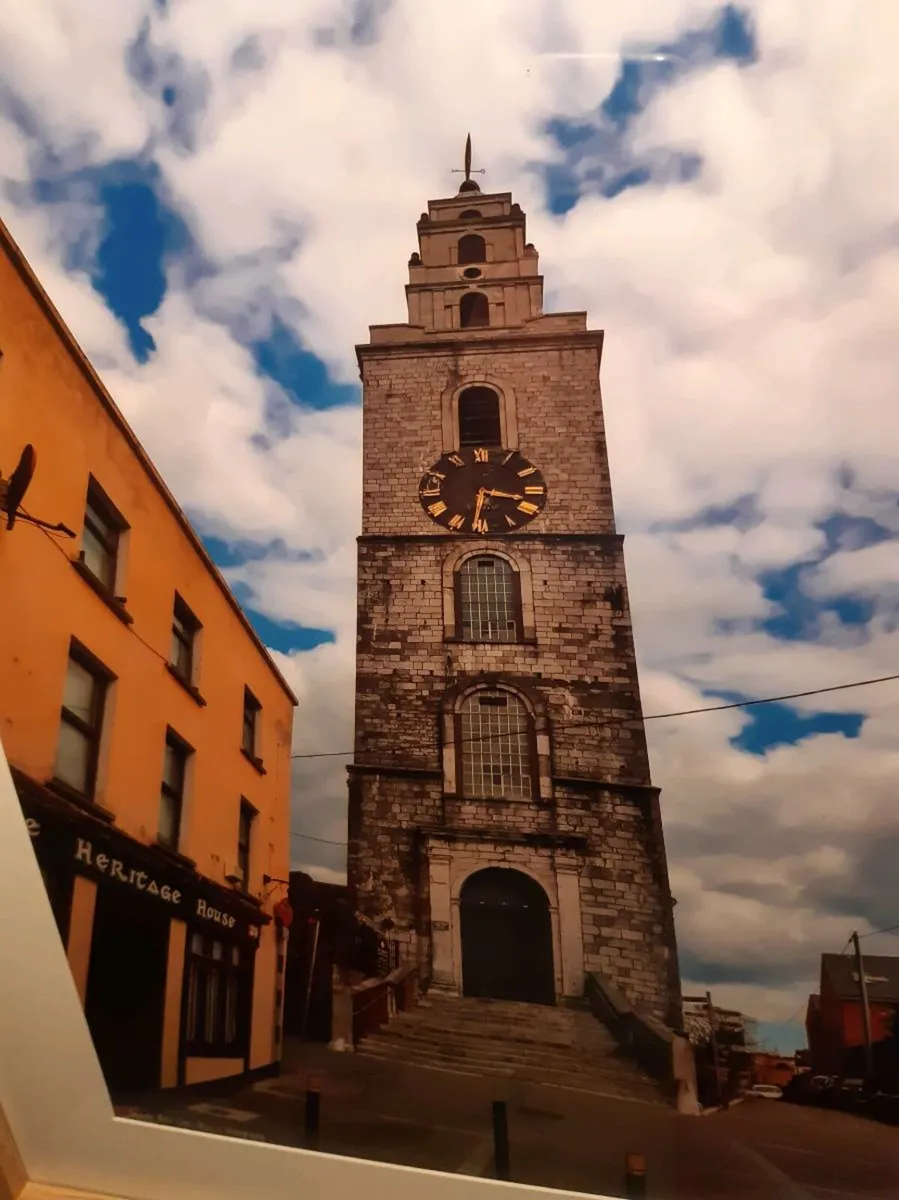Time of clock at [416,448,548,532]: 3:31
